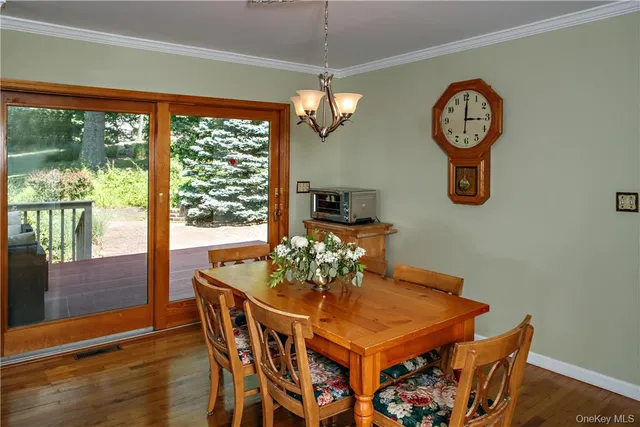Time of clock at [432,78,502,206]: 3:00
